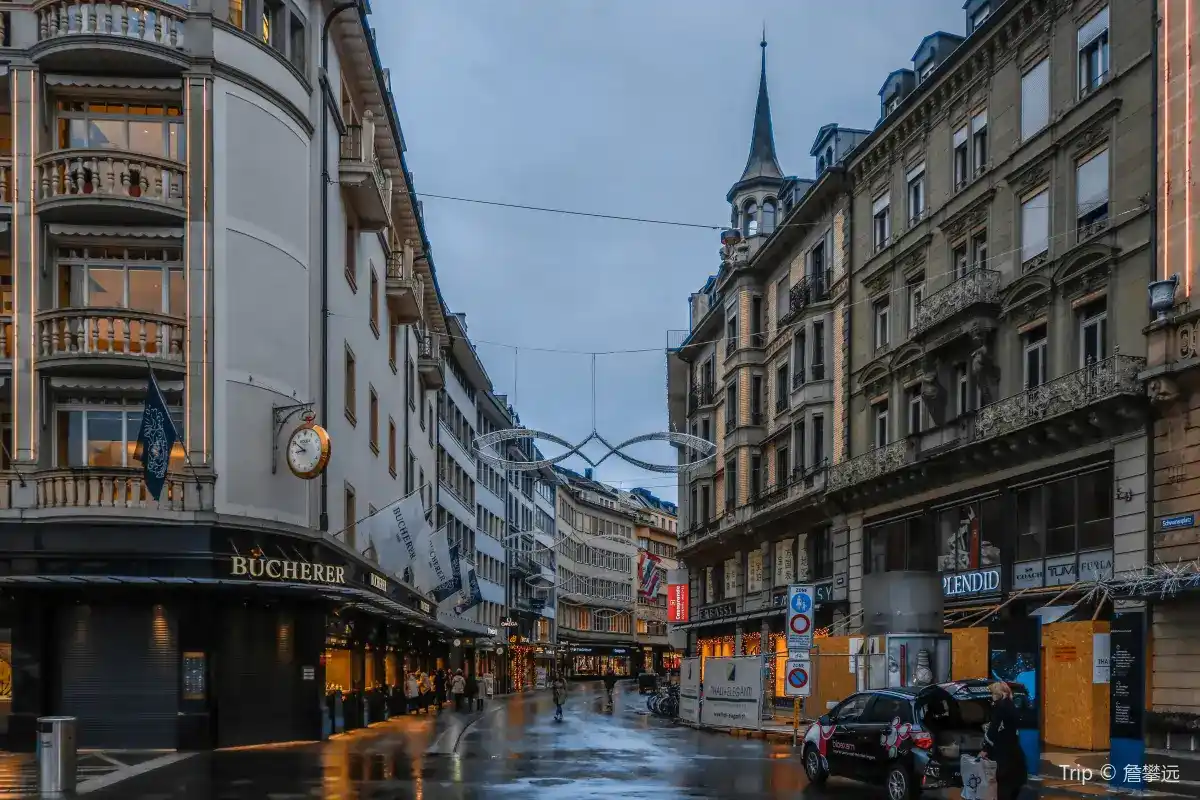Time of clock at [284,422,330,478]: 8:50
